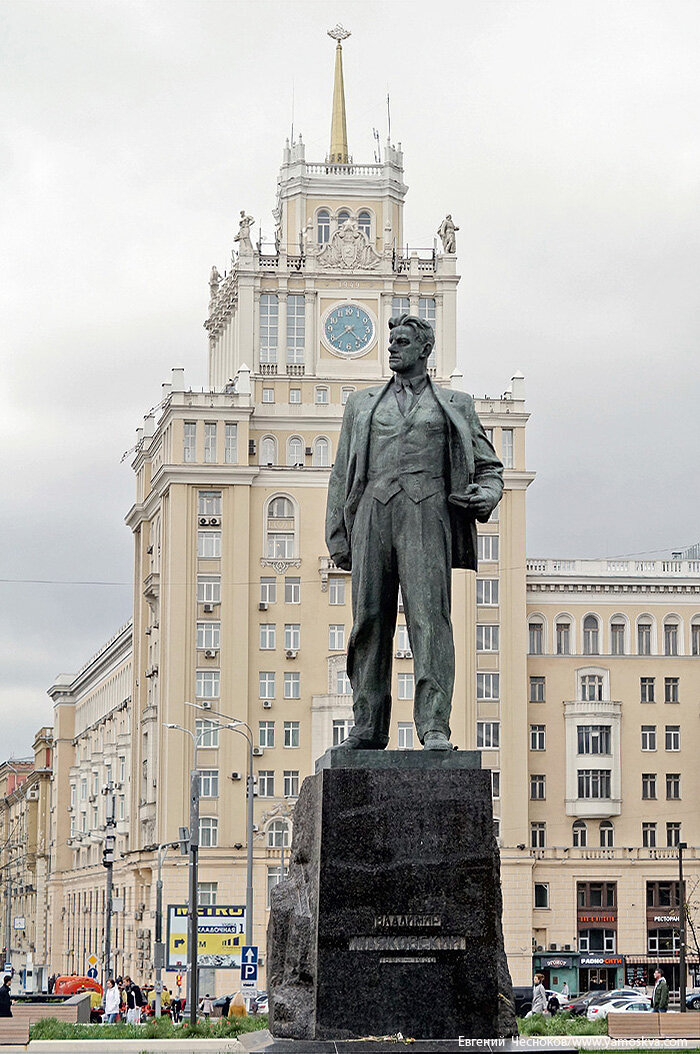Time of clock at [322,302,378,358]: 4:38
